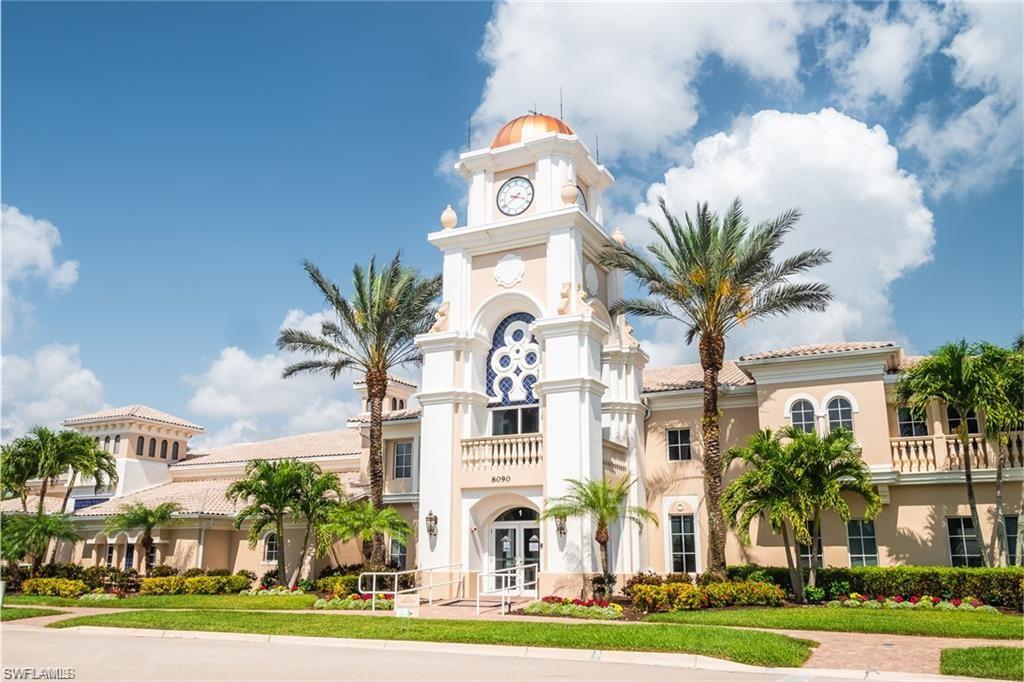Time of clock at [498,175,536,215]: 3:39
